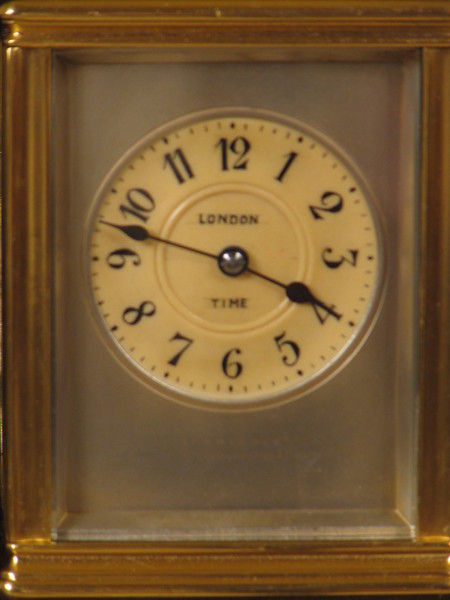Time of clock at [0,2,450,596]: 3:47
